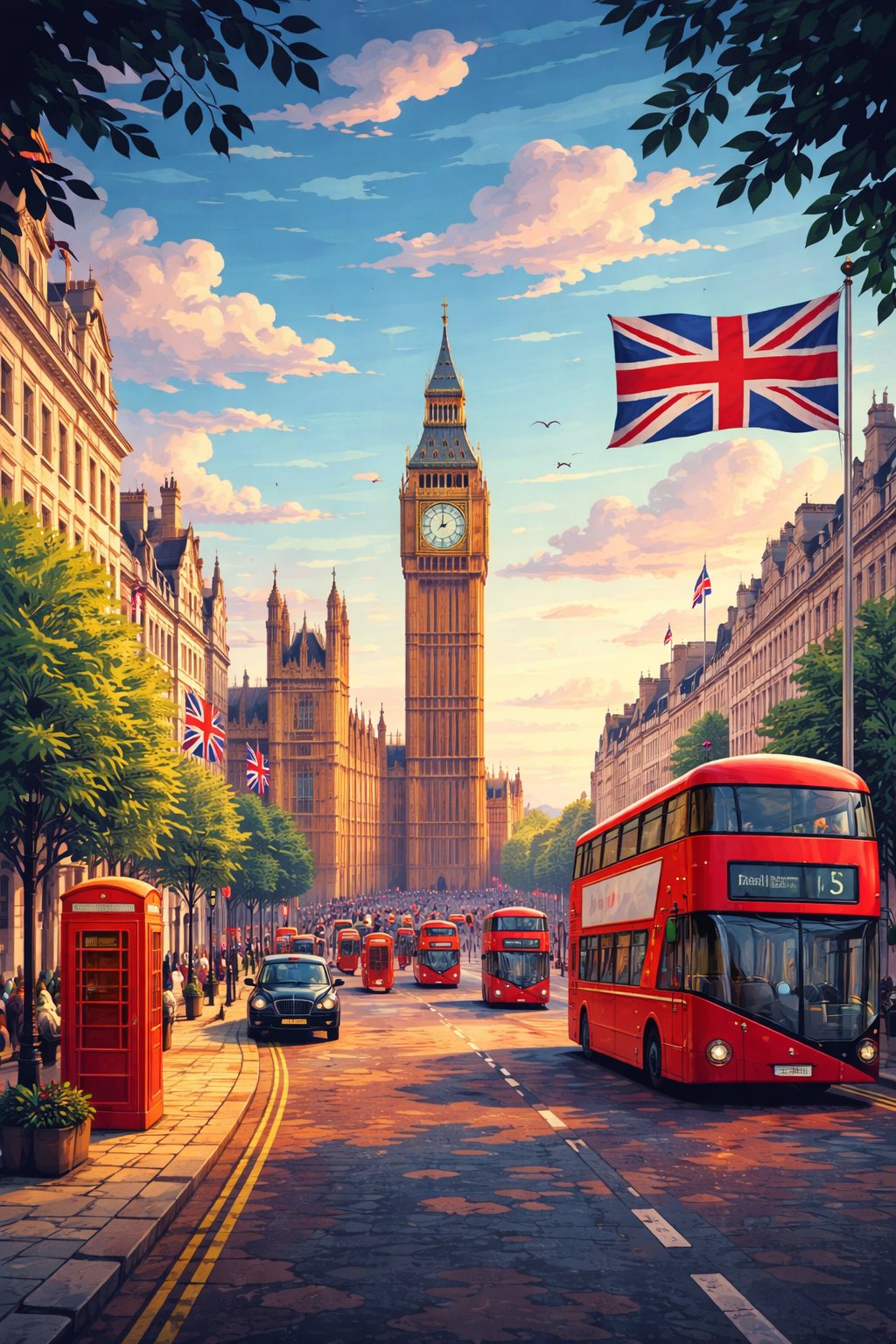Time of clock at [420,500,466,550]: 2:00
